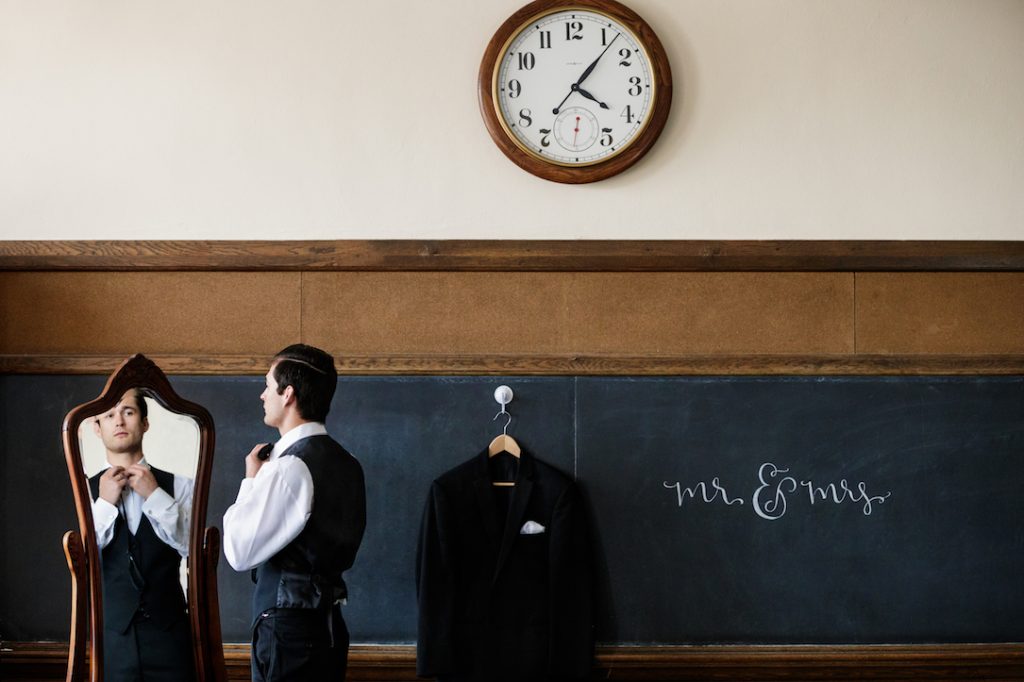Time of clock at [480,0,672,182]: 4:06
